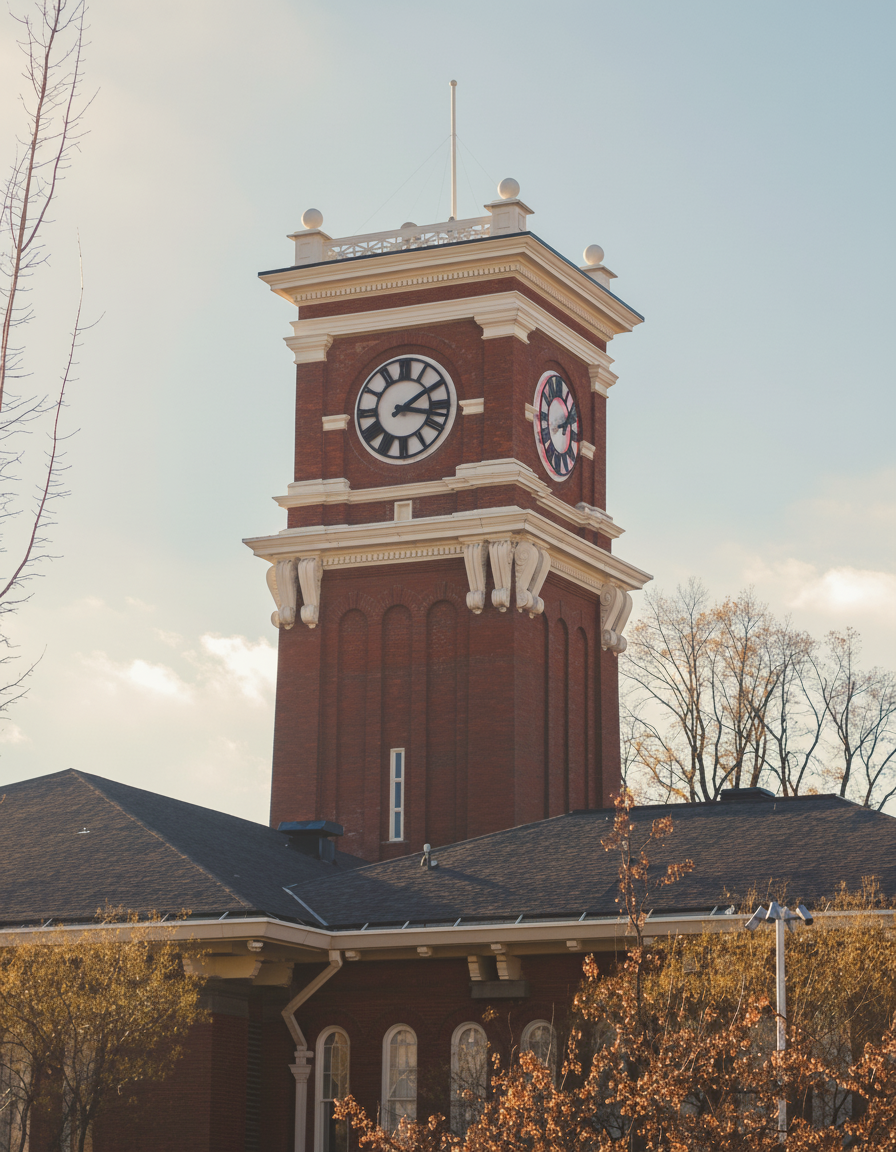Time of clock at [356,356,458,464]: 3:09
